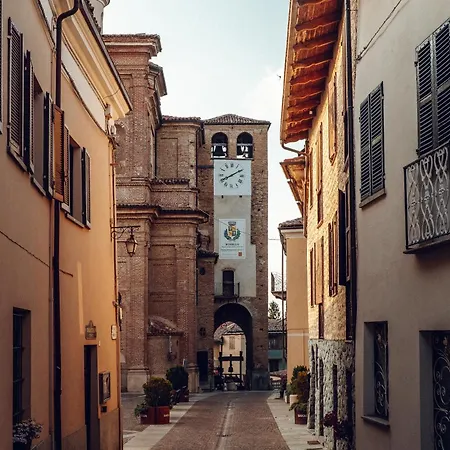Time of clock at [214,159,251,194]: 8:09
